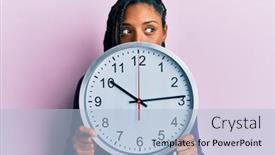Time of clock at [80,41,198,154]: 10:13
